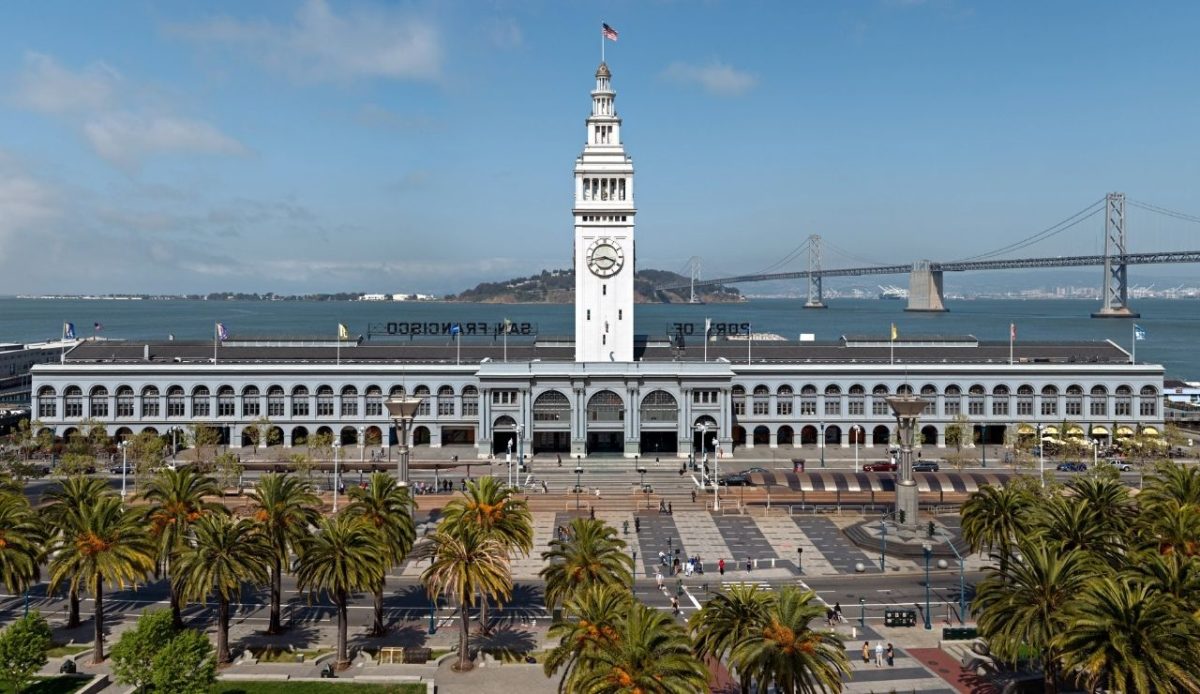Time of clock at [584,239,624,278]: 3:43
